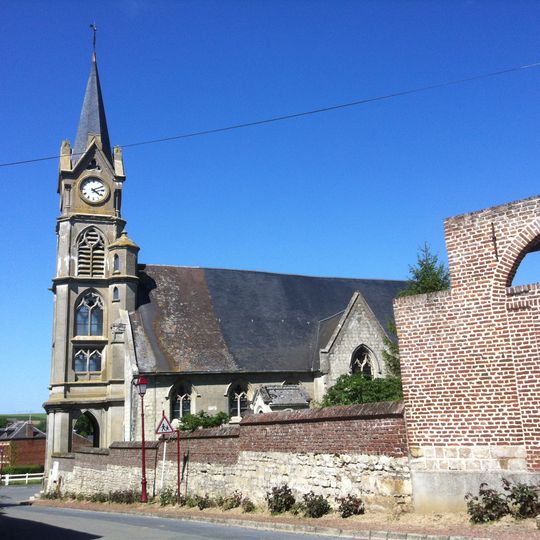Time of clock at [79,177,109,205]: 4:11
